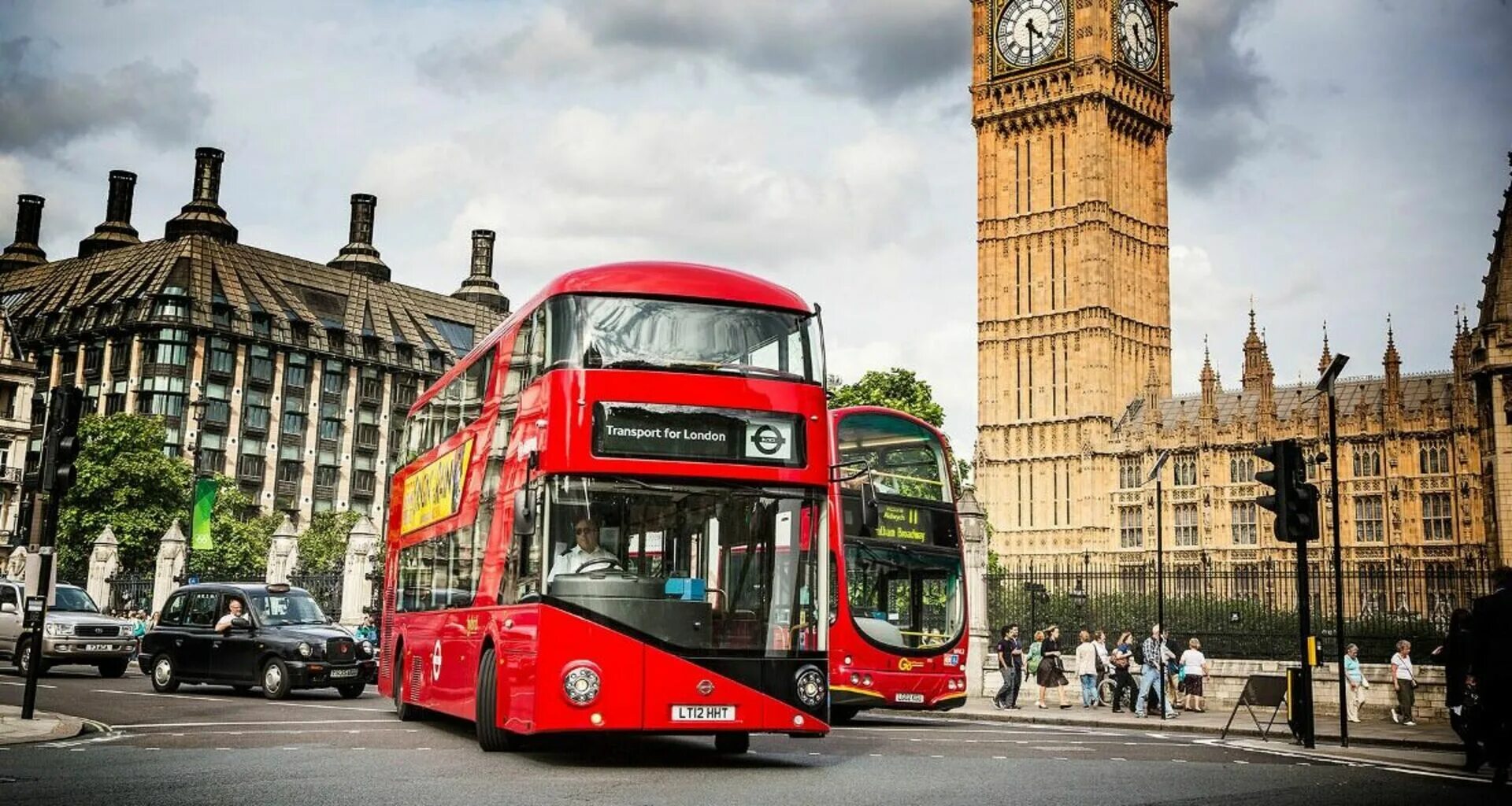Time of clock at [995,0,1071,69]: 4:30
